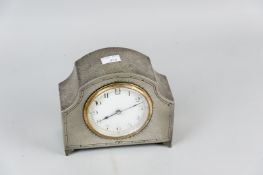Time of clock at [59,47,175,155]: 8:11
